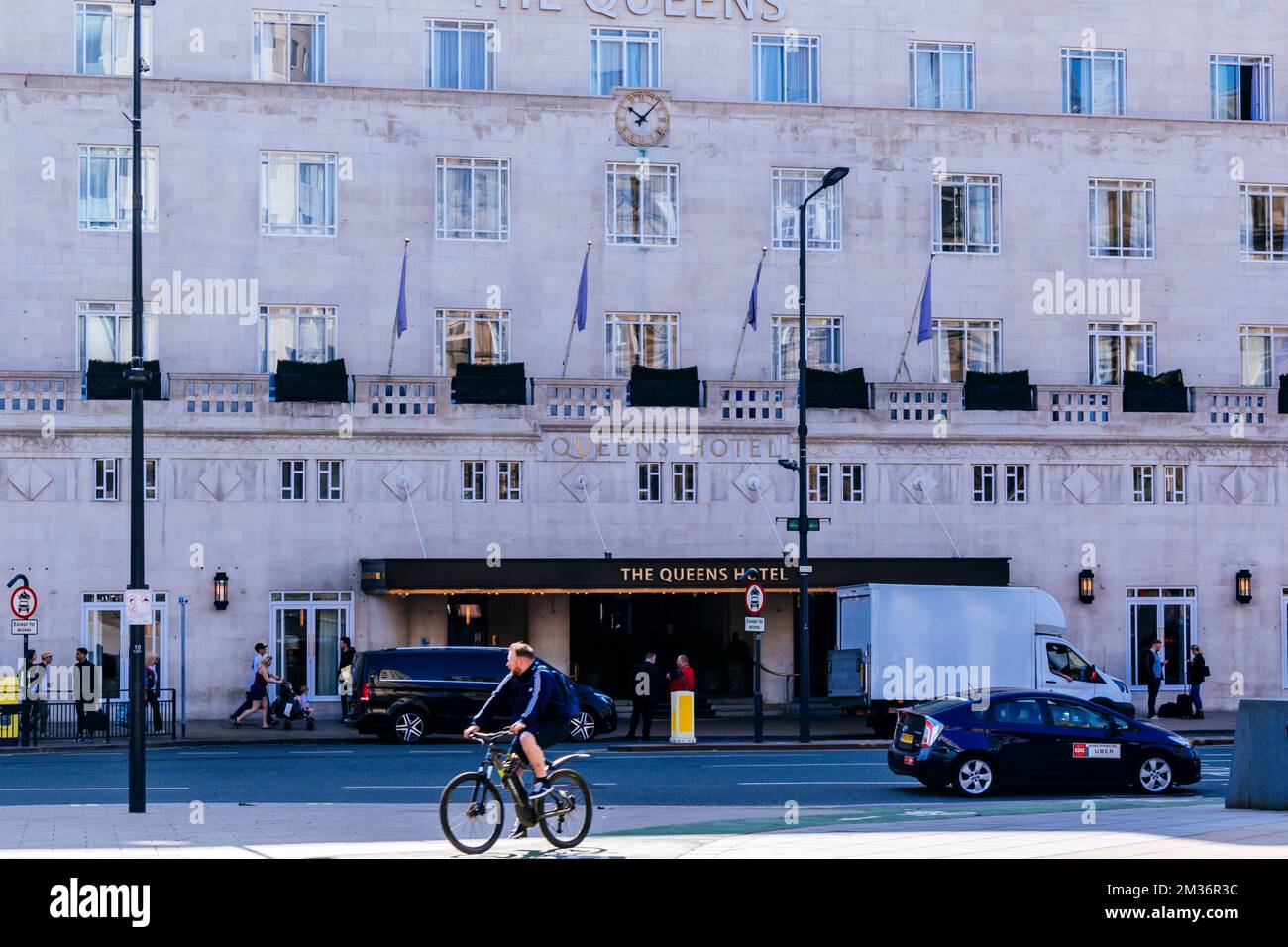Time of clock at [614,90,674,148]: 10:07
